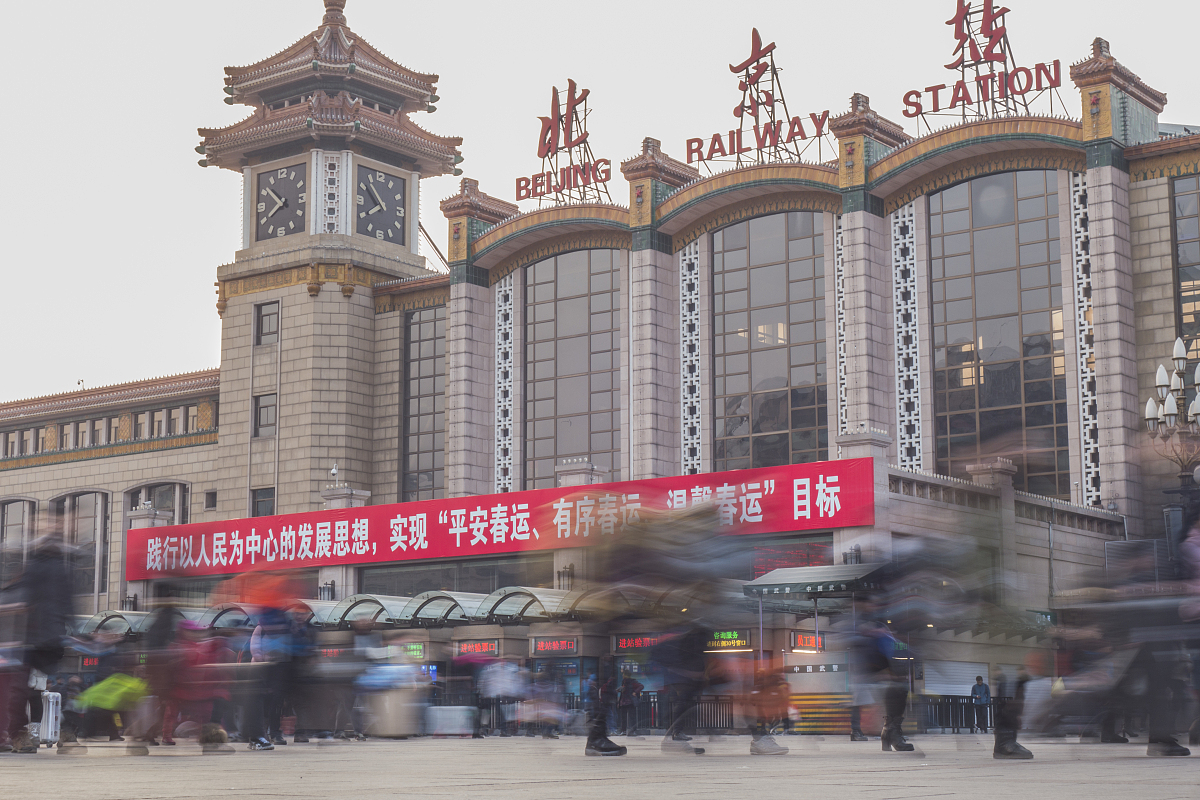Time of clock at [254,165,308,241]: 7:51
